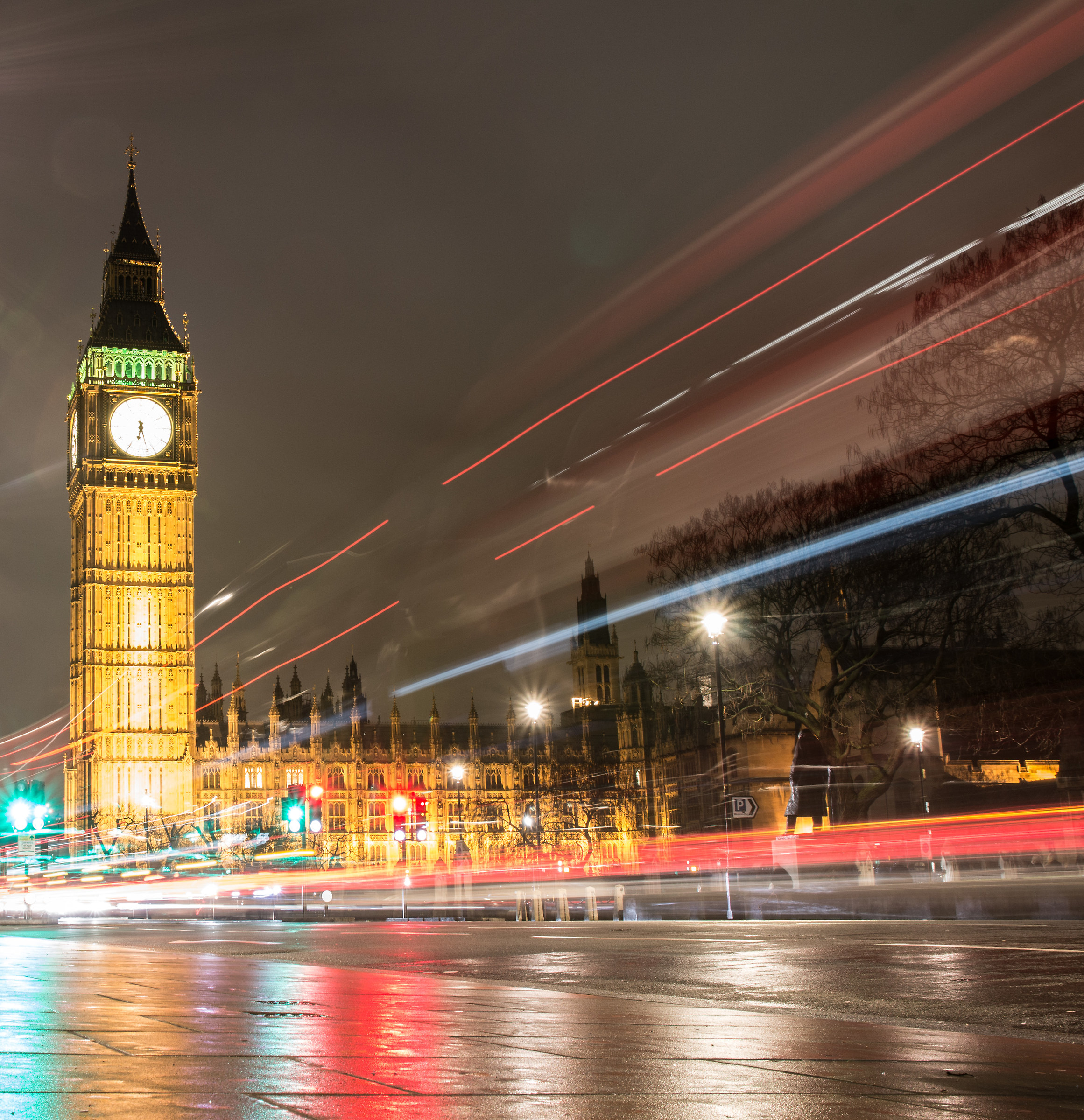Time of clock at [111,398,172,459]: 6:27
